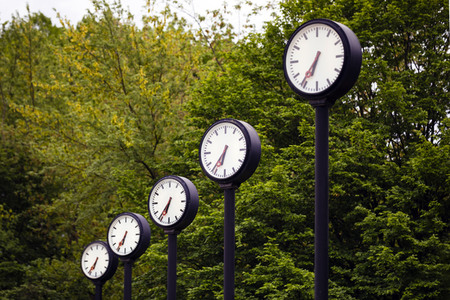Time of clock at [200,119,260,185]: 6:36
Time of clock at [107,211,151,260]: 6:35
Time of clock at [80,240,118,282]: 6:35
